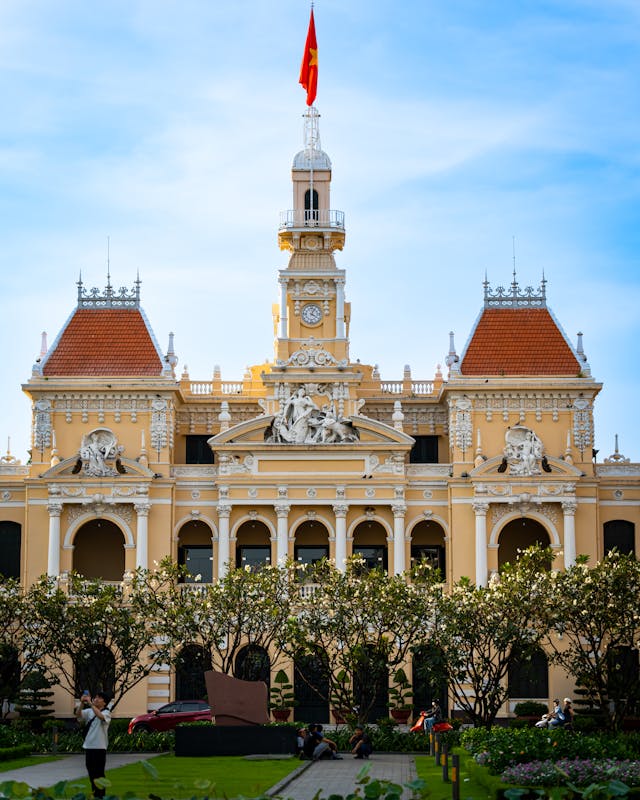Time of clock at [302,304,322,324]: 4:04
